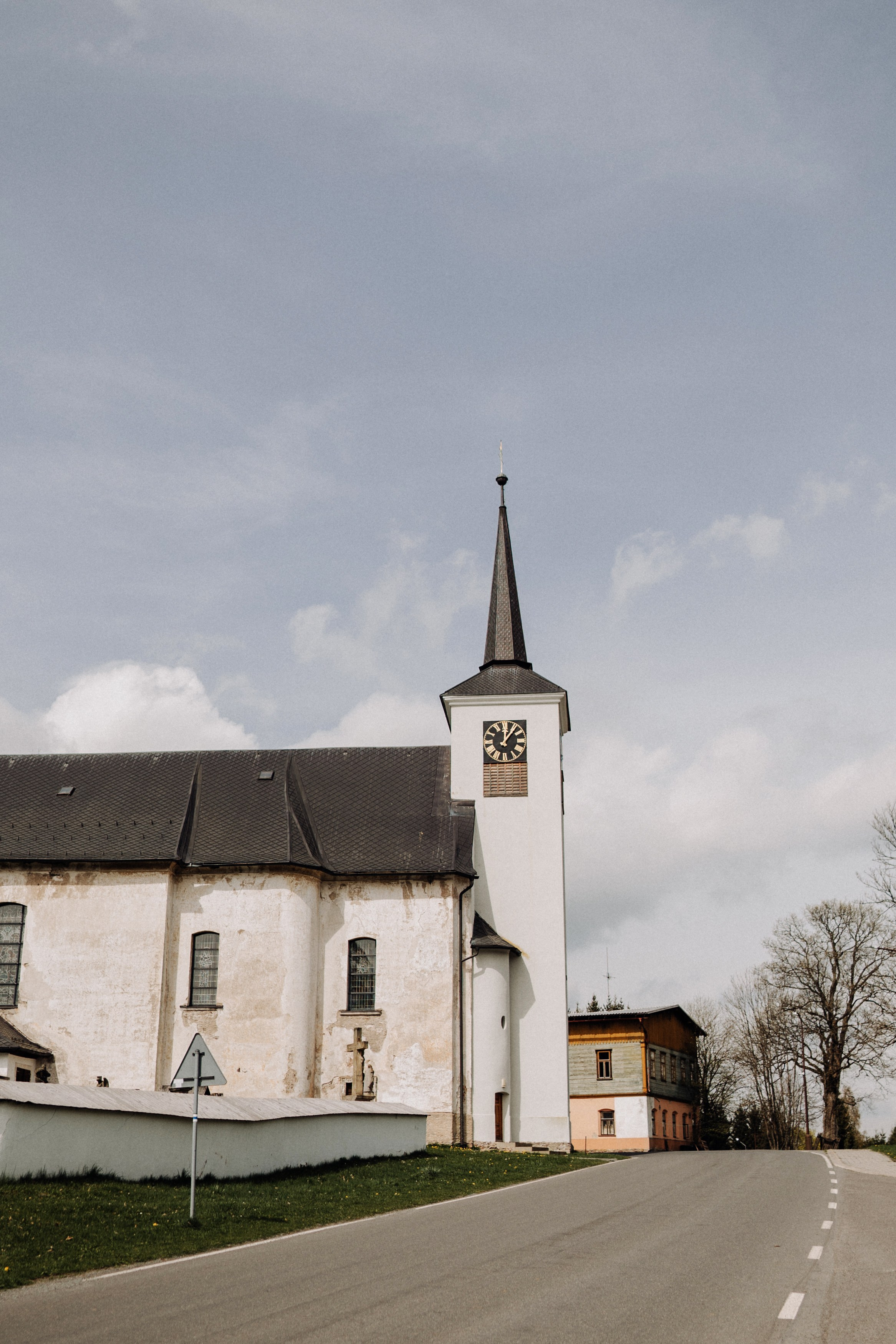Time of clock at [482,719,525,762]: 12:06
